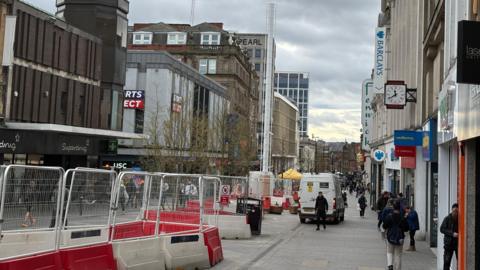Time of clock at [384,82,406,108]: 11:39
